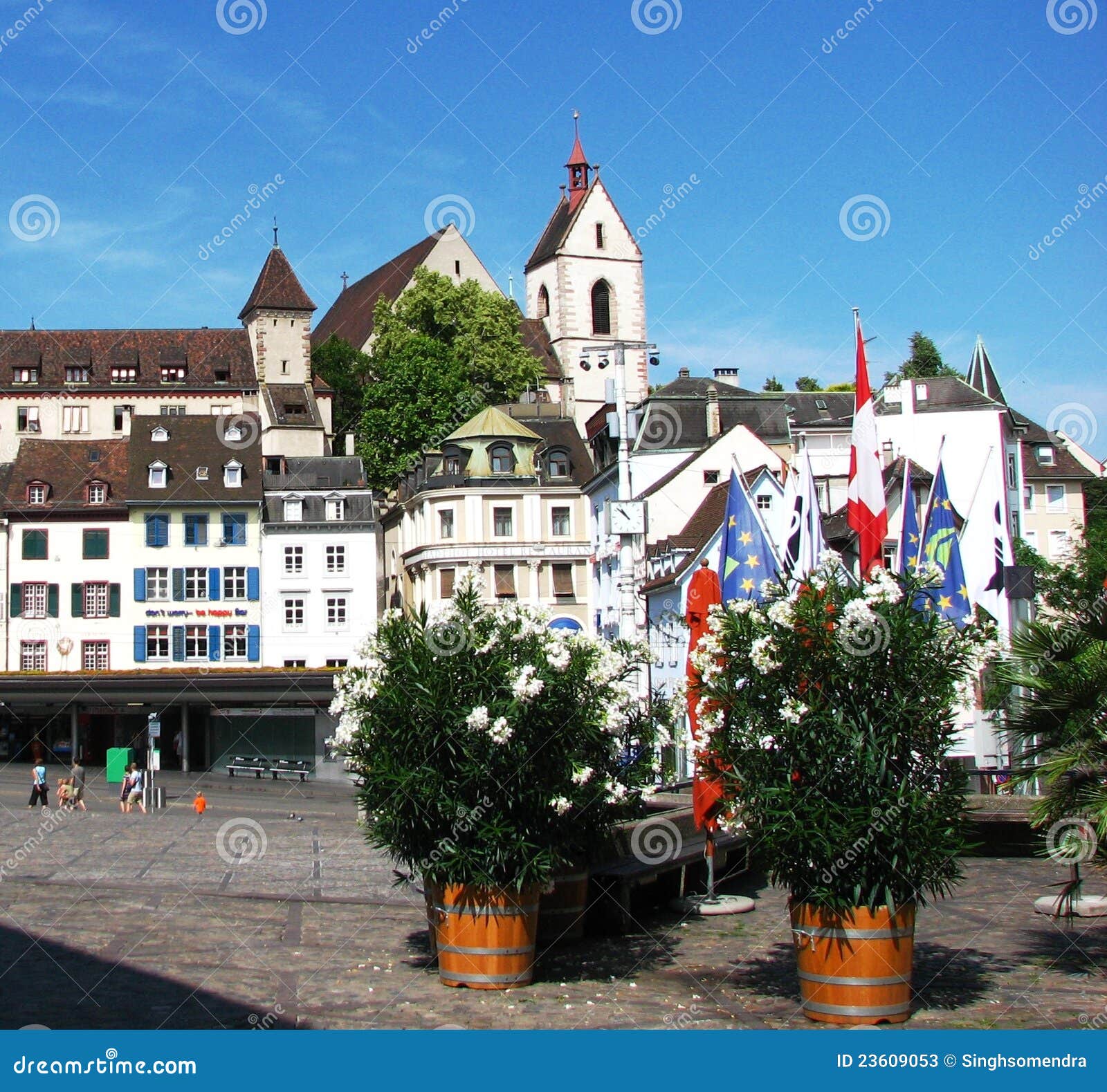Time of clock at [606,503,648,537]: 10:52
